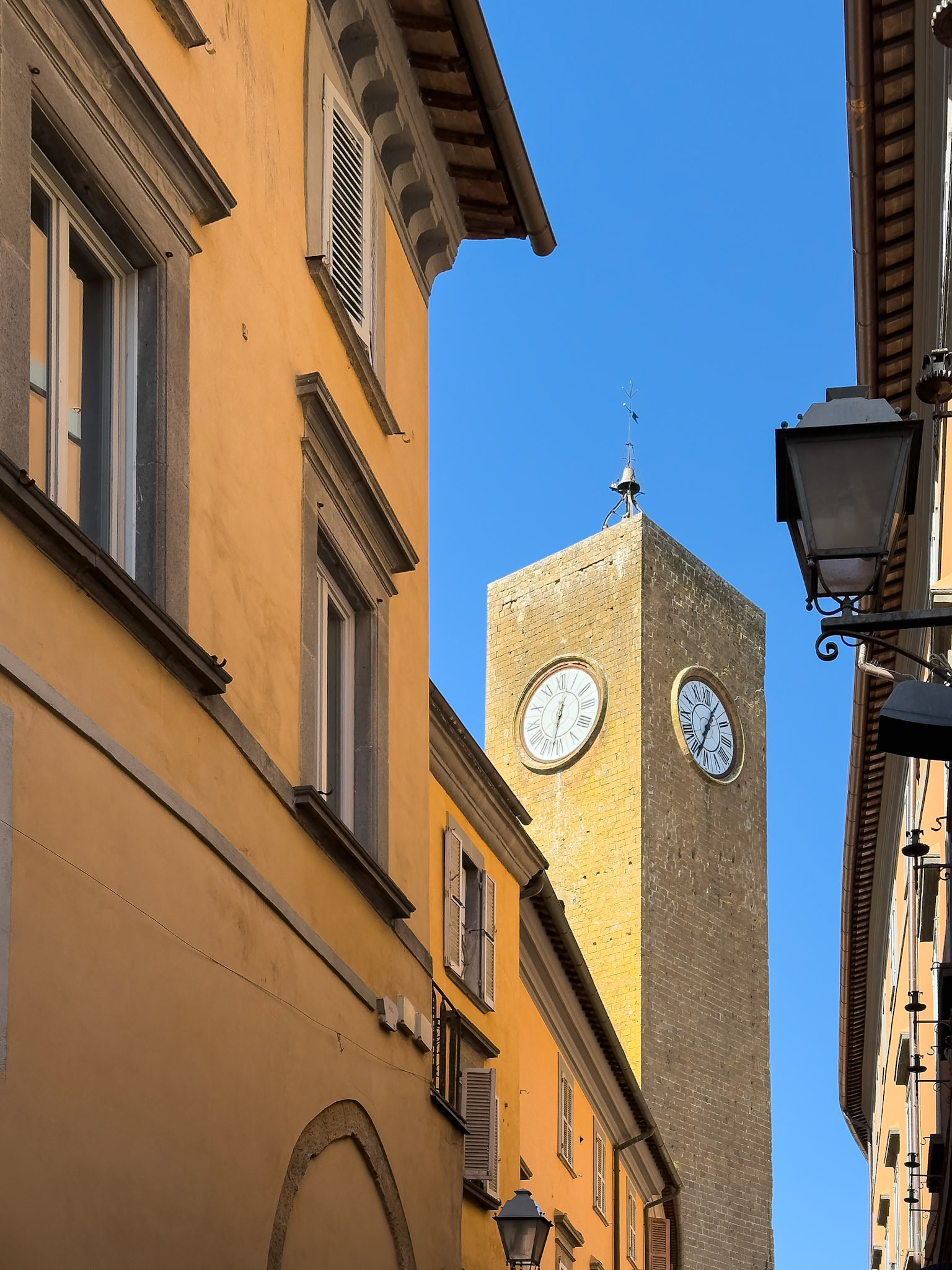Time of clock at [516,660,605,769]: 12:32
